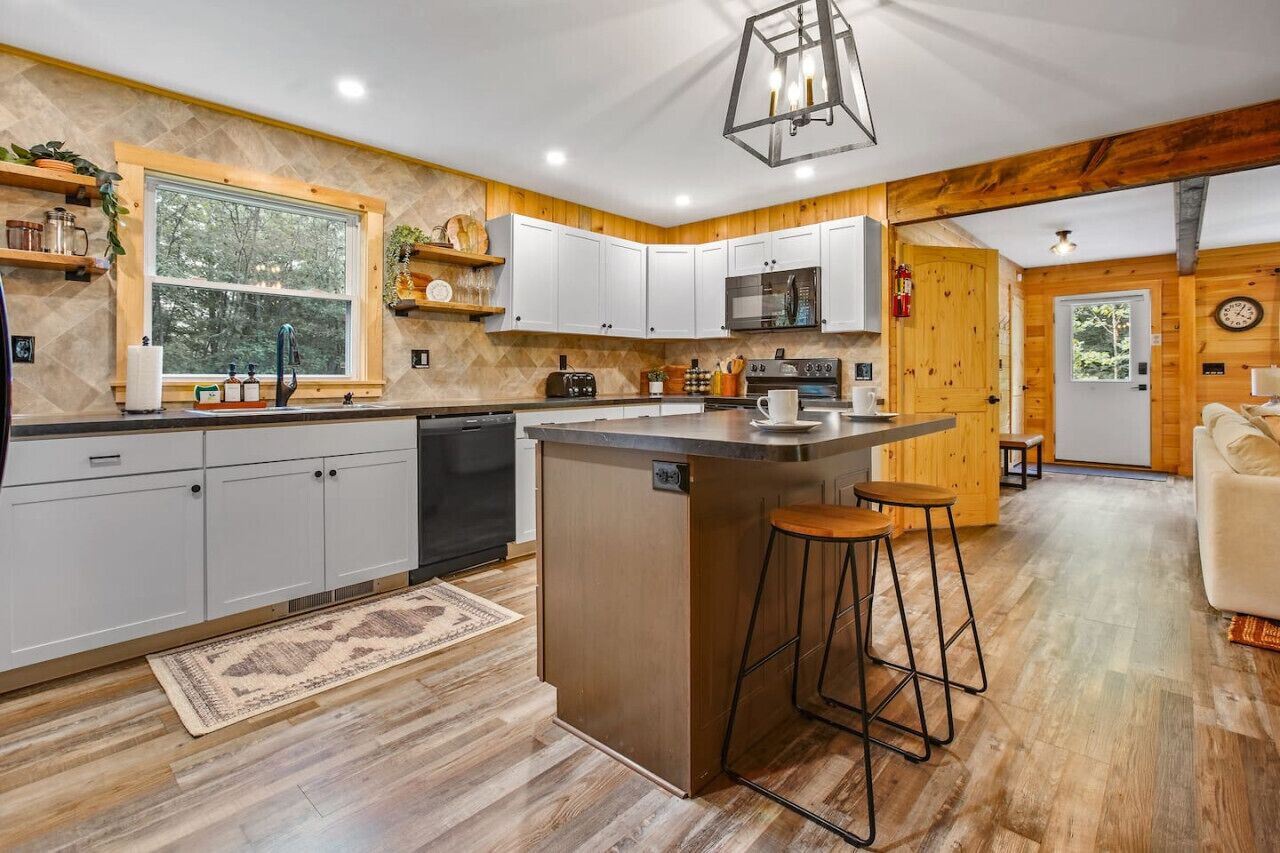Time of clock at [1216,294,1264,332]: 4:05
